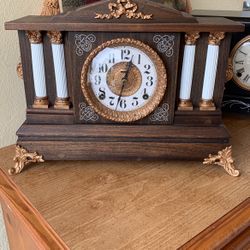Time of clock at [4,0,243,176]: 12:32
